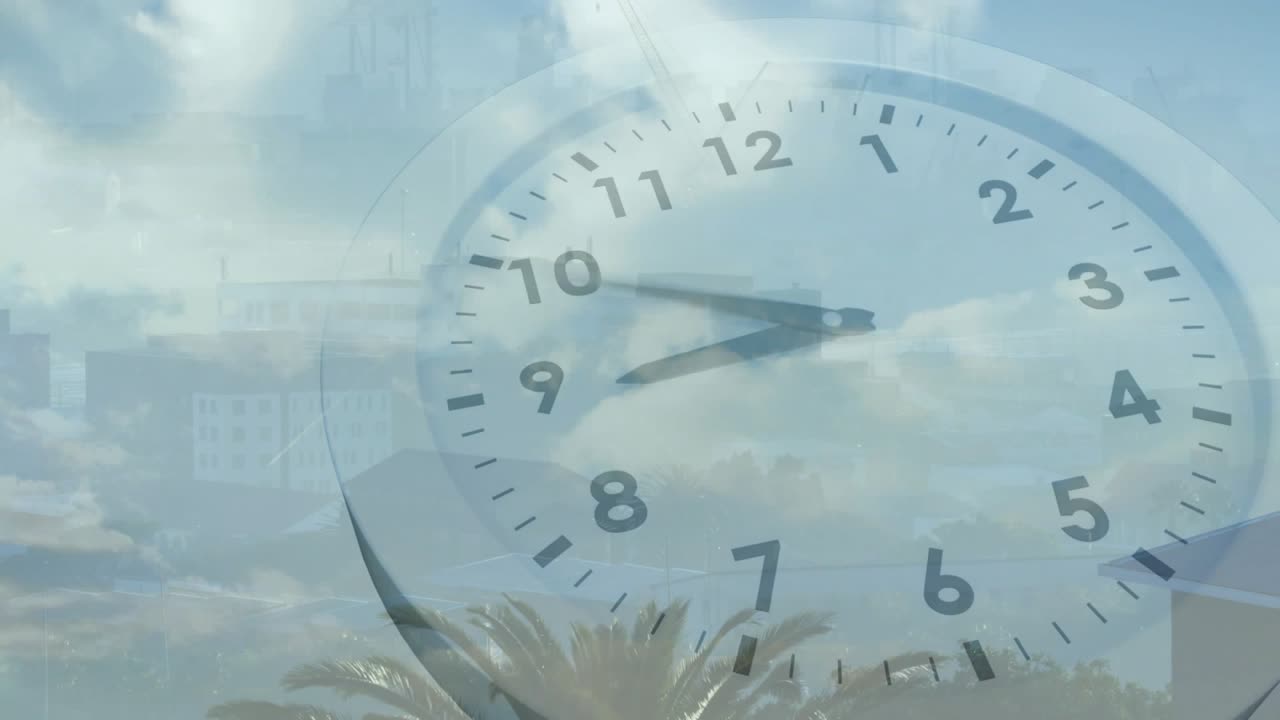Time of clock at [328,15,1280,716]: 8:49
